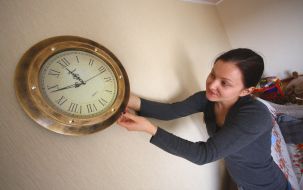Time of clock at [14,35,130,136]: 10:43
